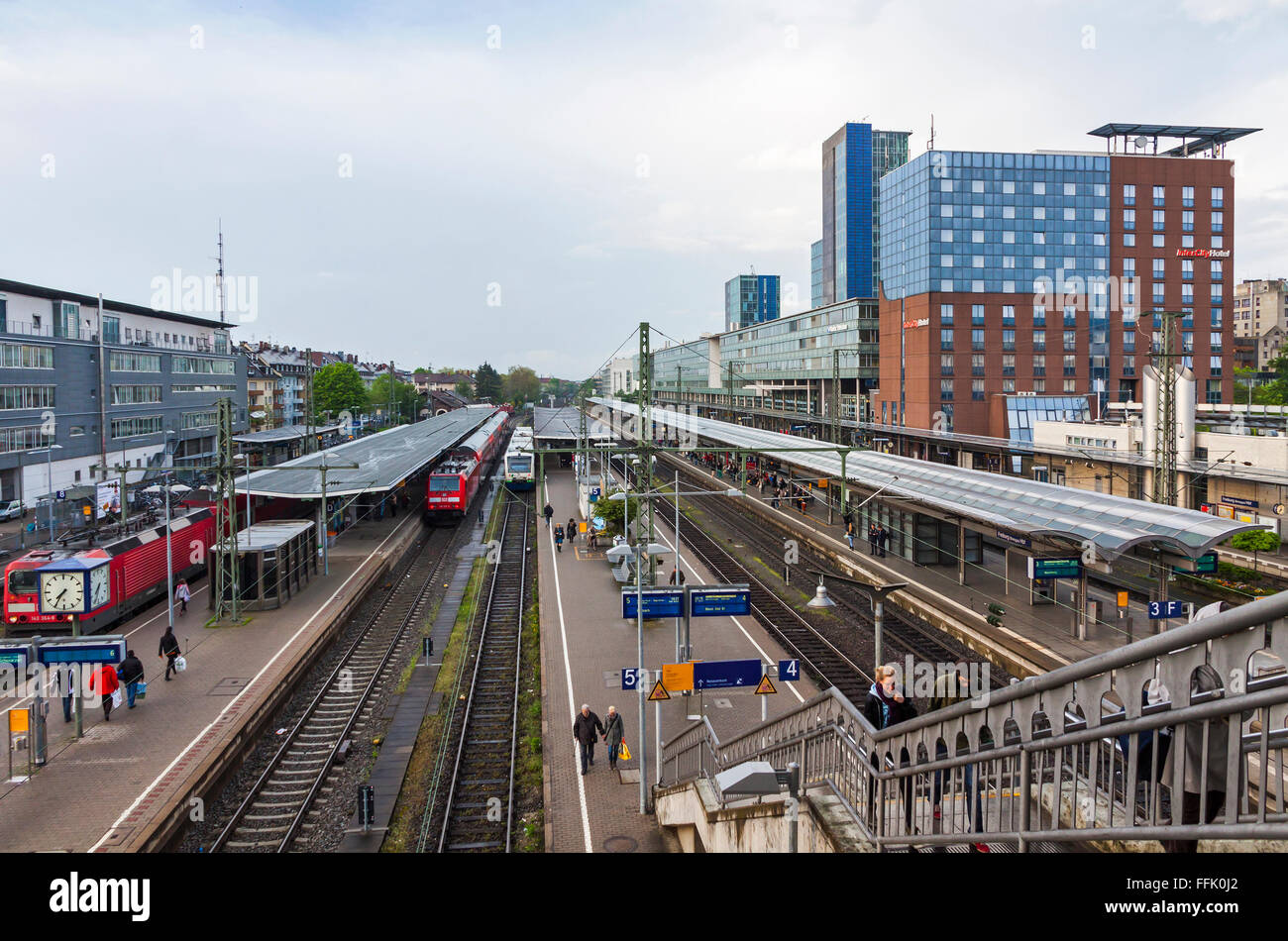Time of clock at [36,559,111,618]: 7:35
